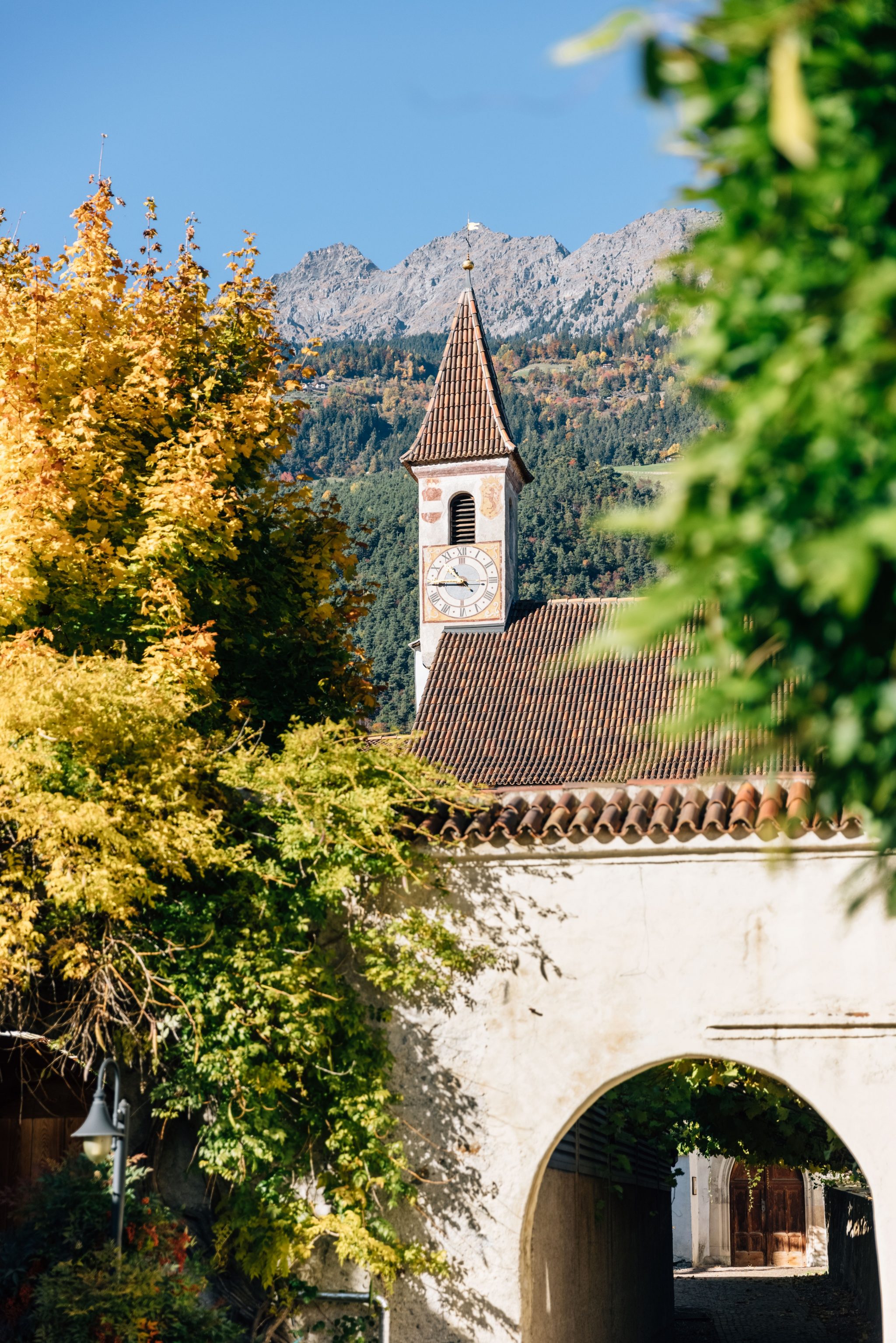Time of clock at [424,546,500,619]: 10:45
